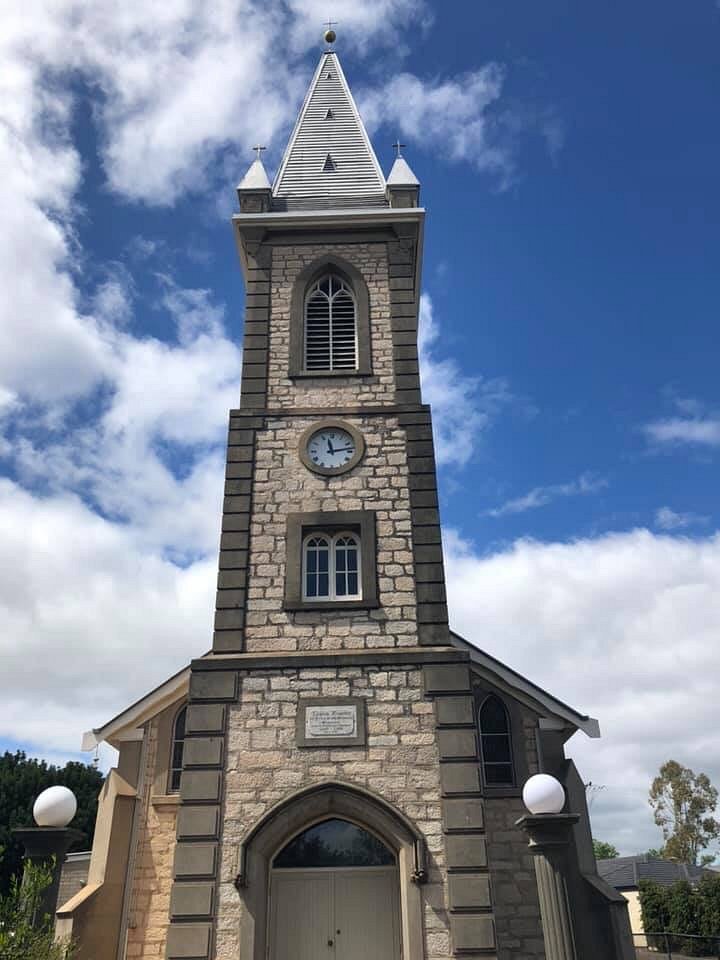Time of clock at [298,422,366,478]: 11:13
